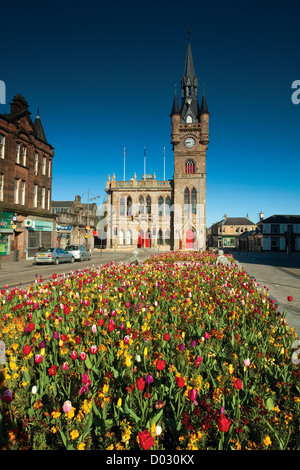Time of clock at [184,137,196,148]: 8:45
